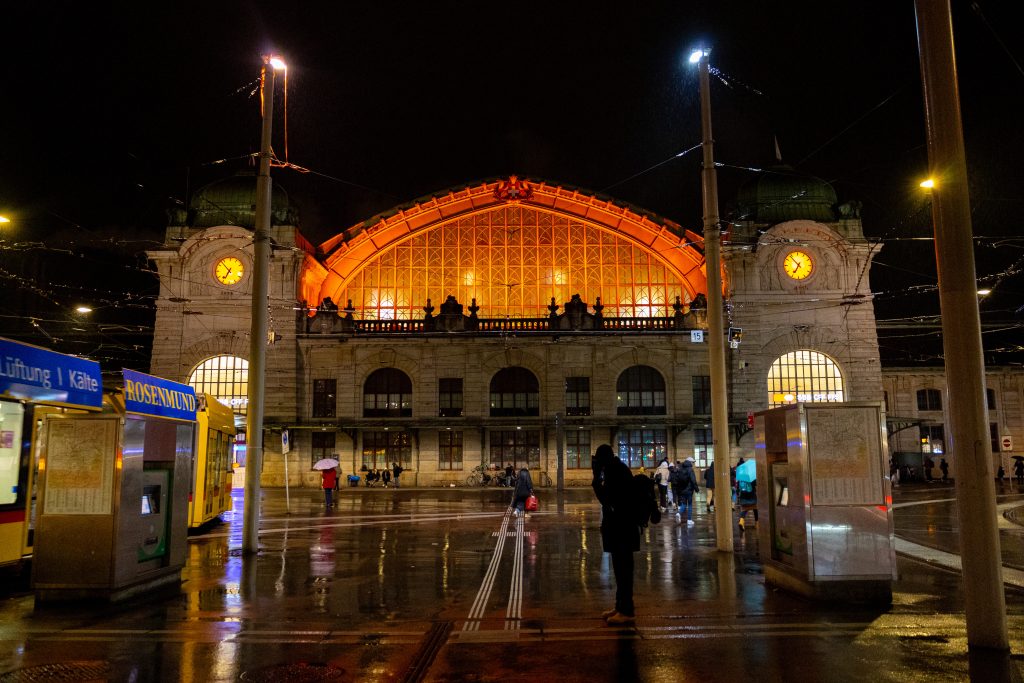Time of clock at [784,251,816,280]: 6:53
